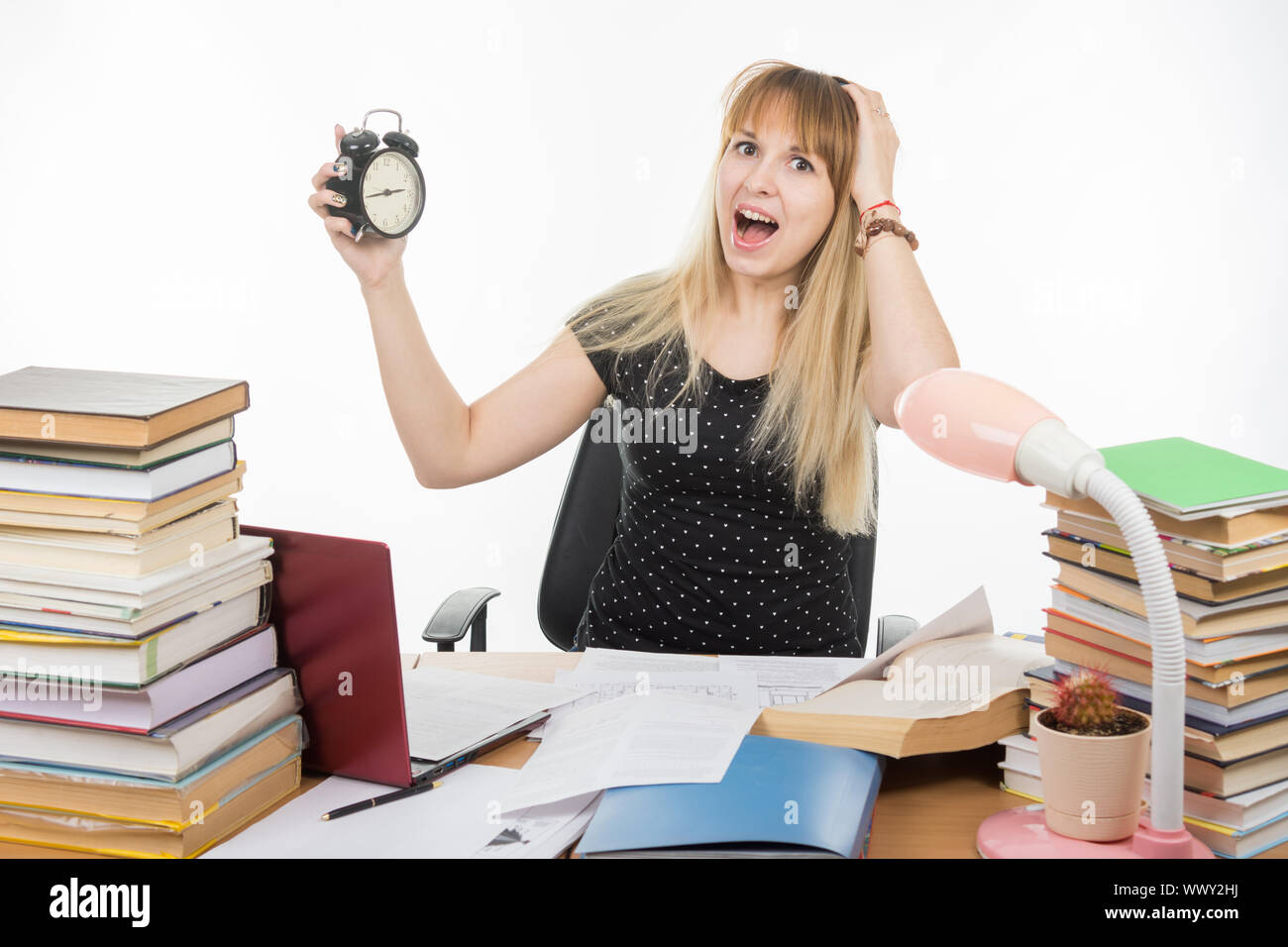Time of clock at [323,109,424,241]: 2:43
